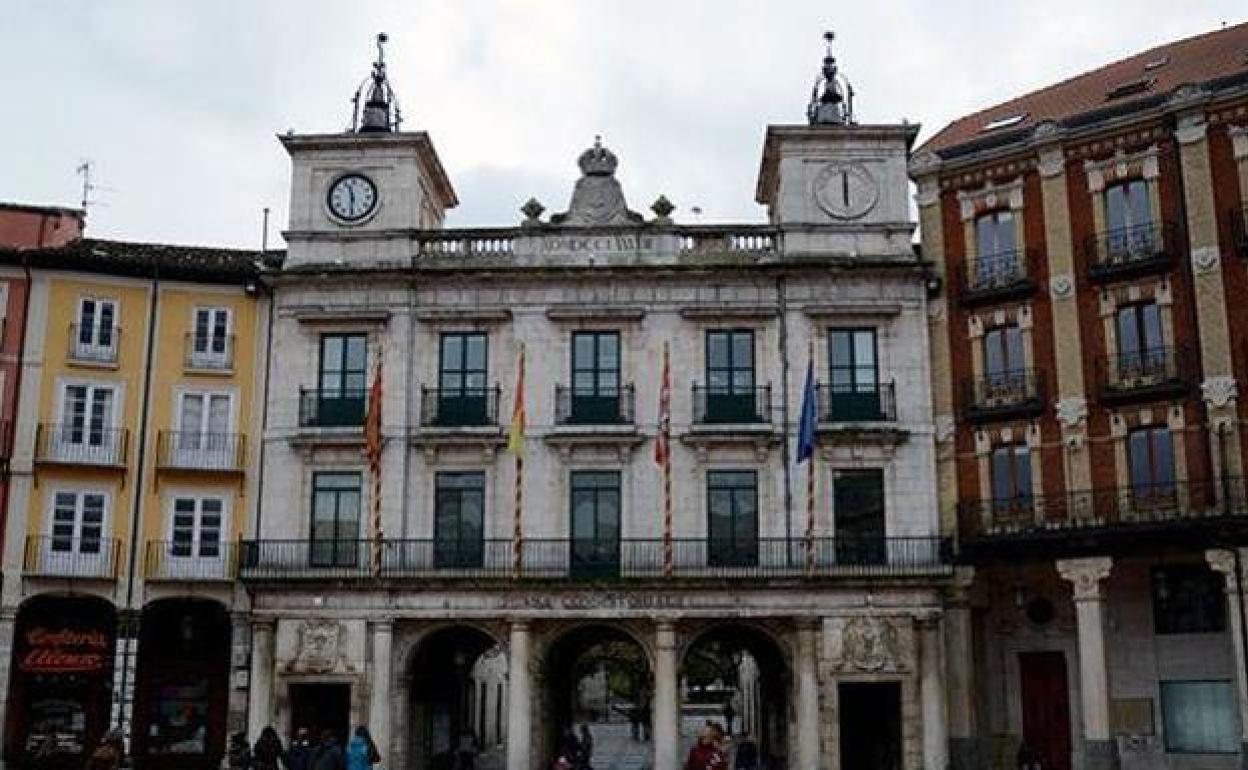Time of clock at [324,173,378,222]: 11:29
